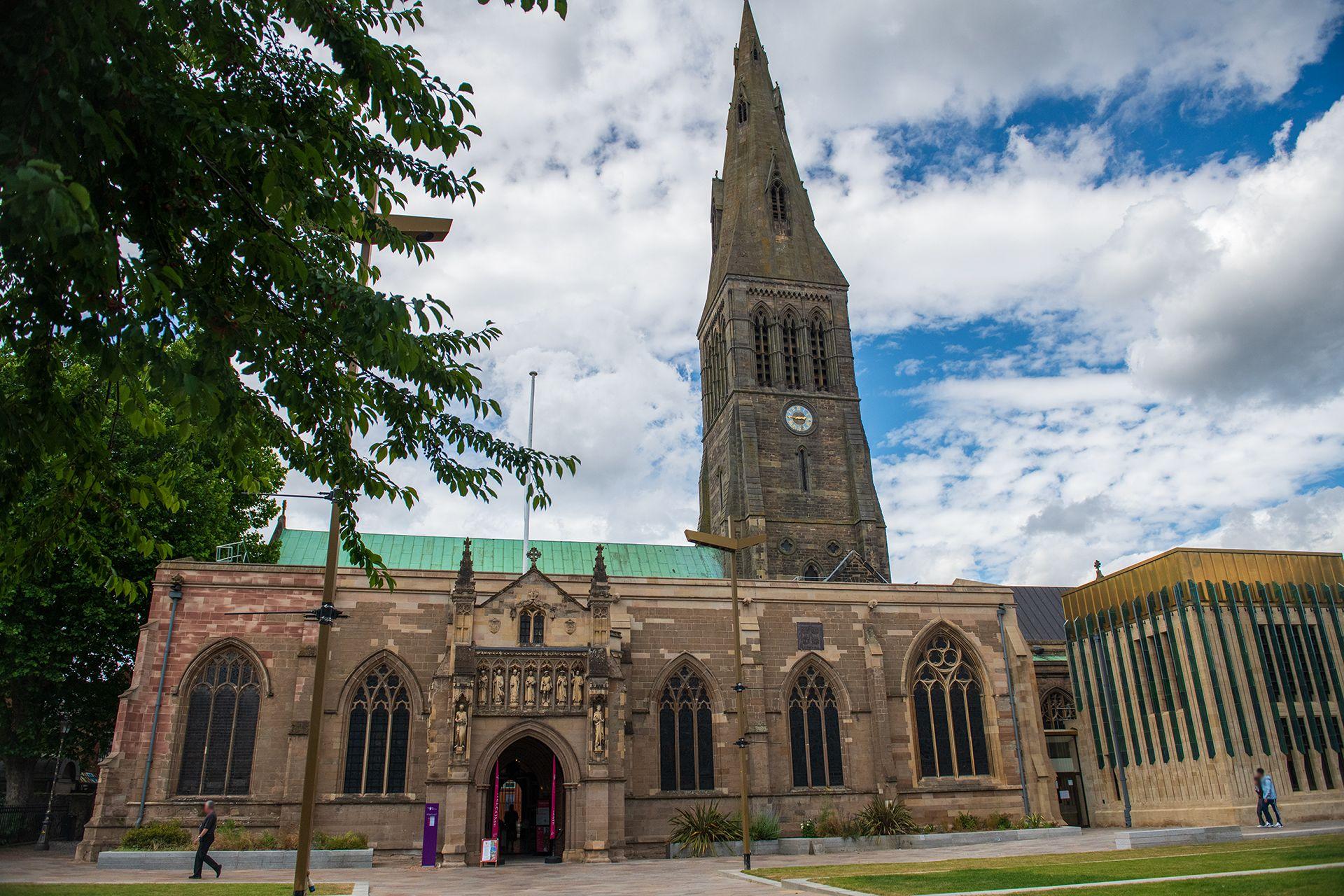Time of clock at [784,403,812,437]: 8:45
